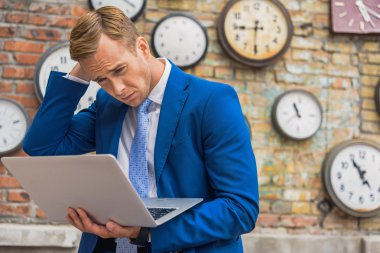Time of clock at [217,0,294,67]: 8:30
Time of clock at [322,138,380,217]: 10:54
